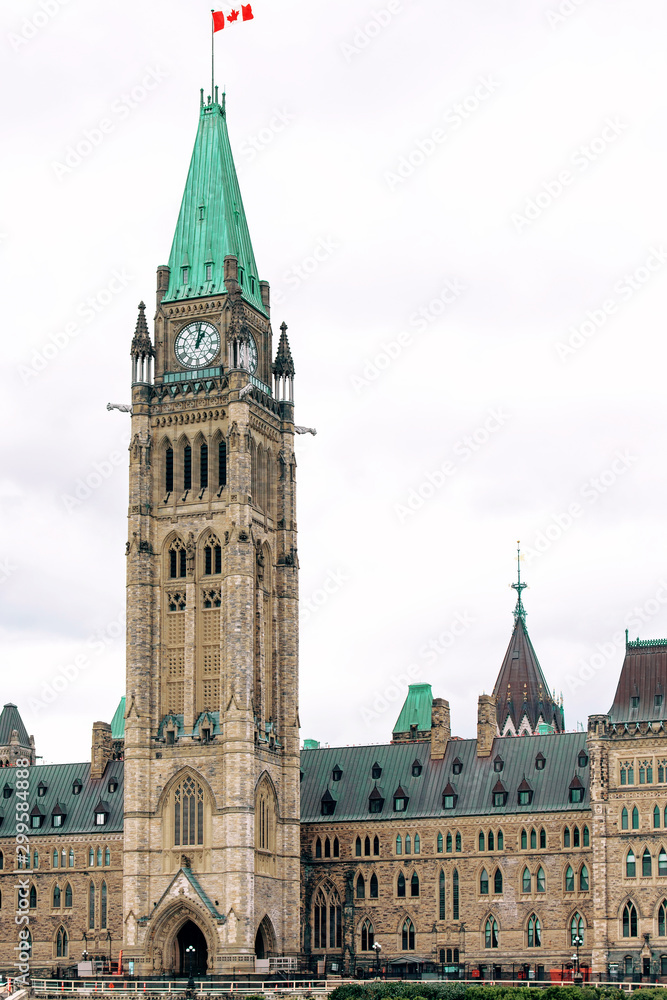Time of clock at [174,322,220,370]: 1:02
